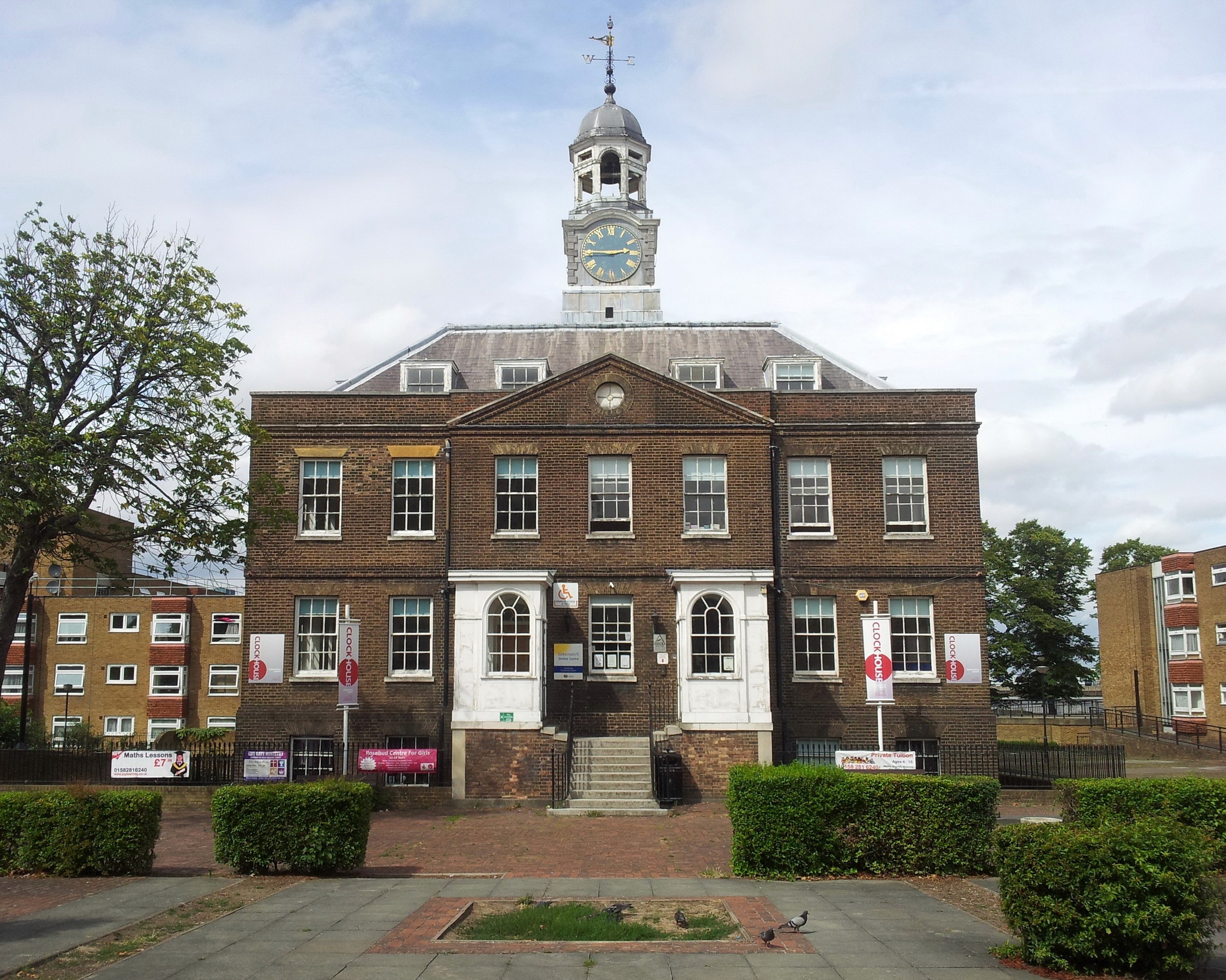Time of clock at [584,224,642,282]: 2:45
